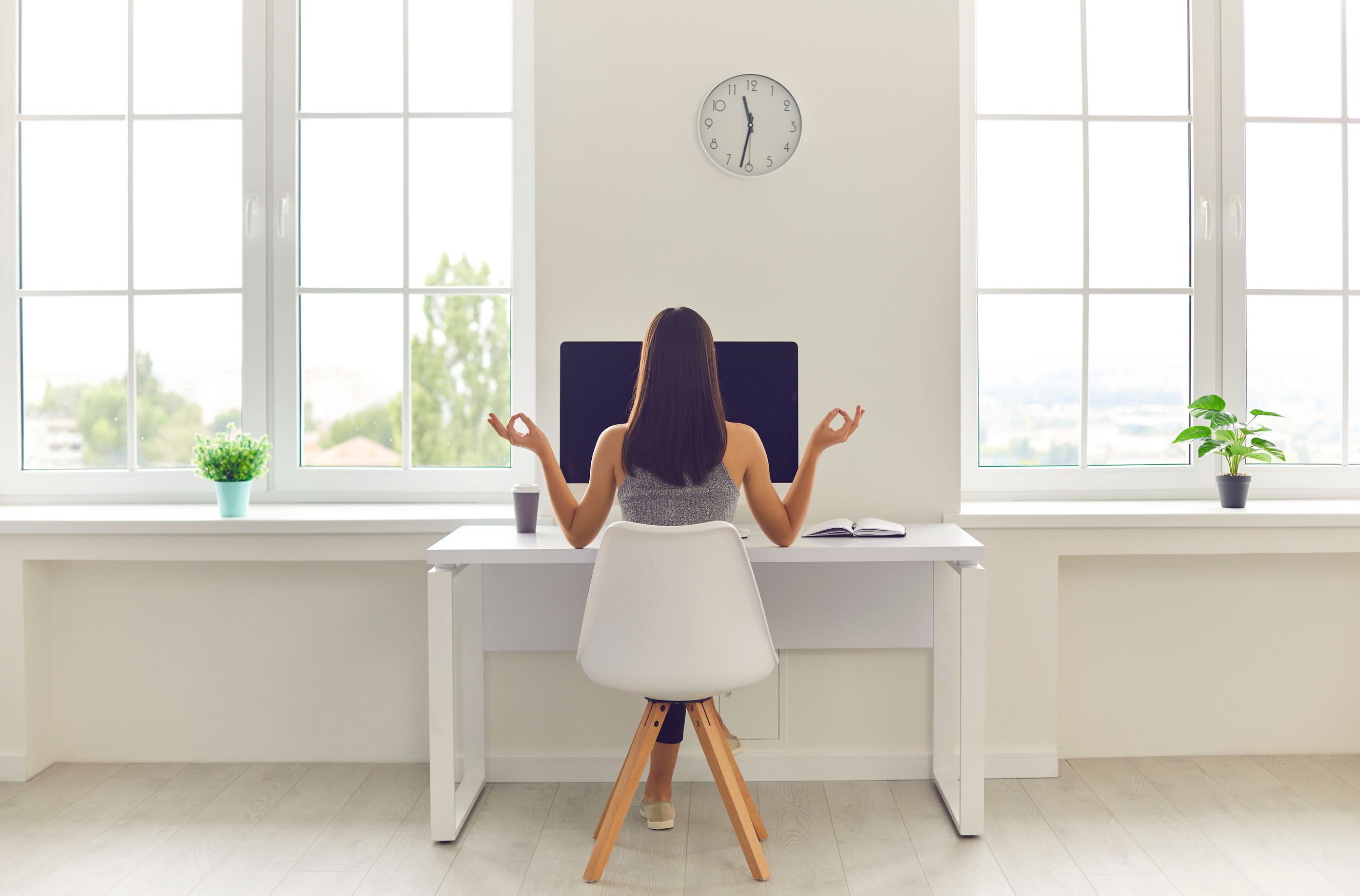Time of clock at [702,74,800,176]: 11:31
